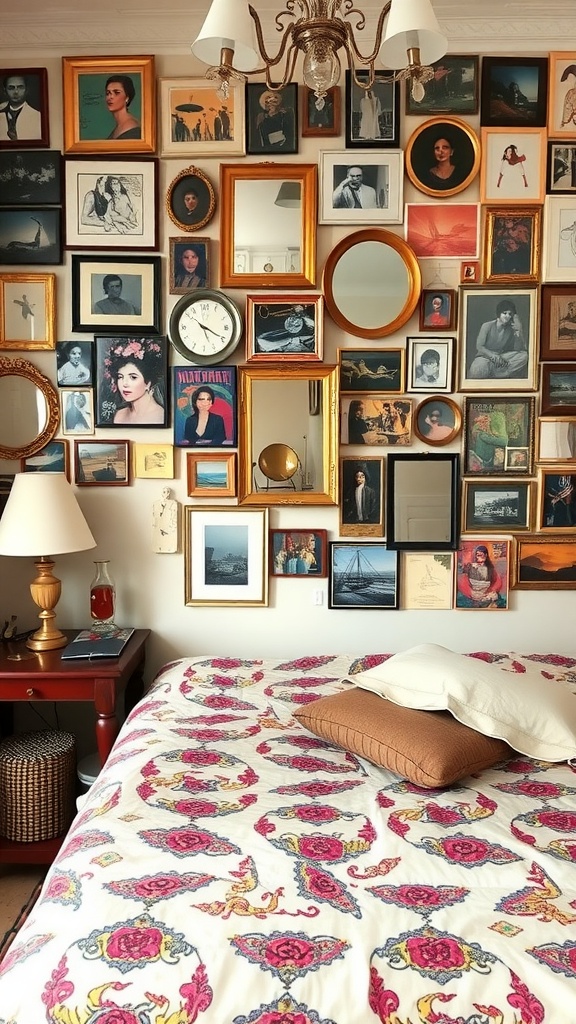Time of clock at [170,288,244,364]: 5:19
